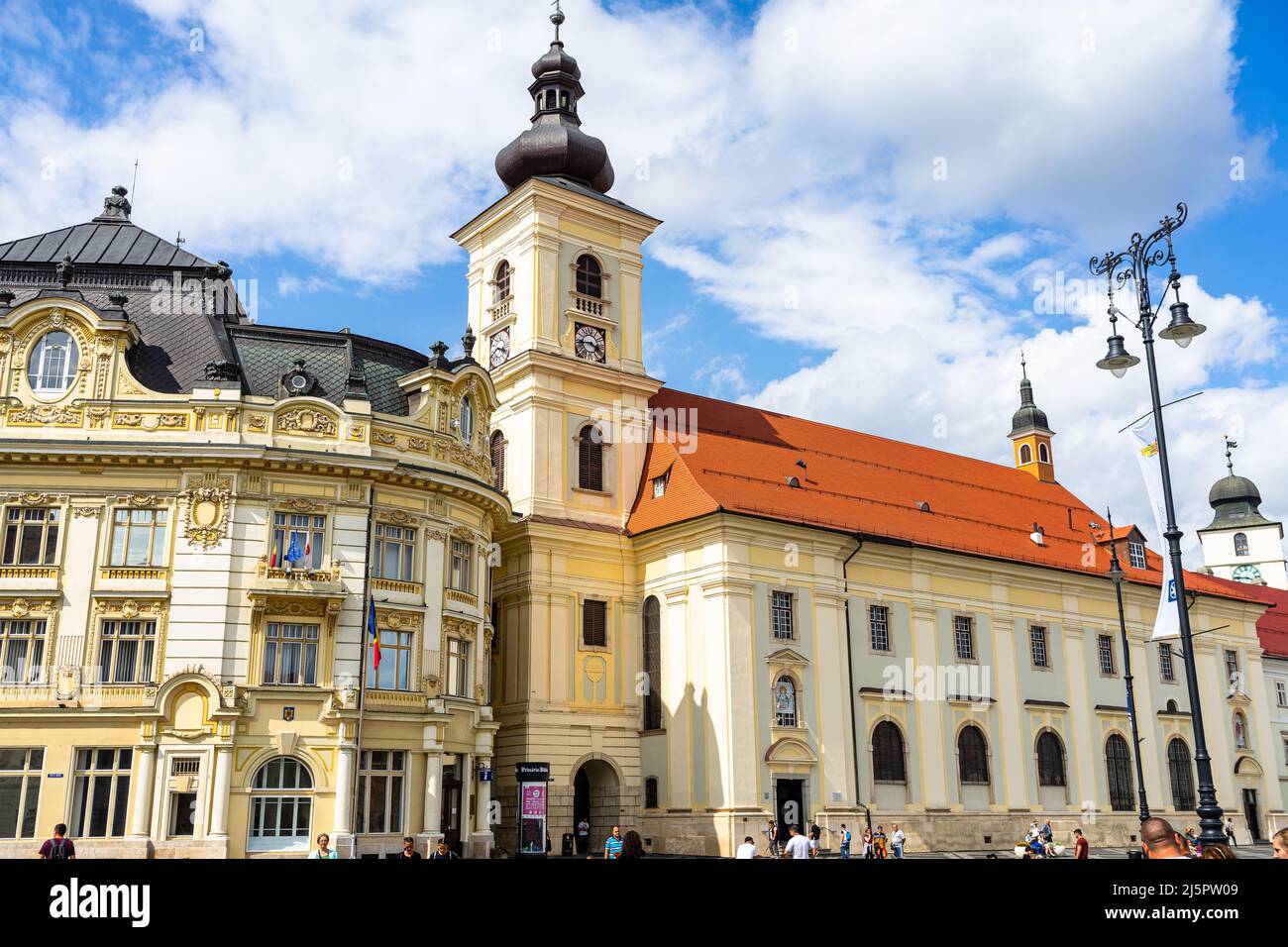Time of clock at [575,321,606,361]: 3:43
